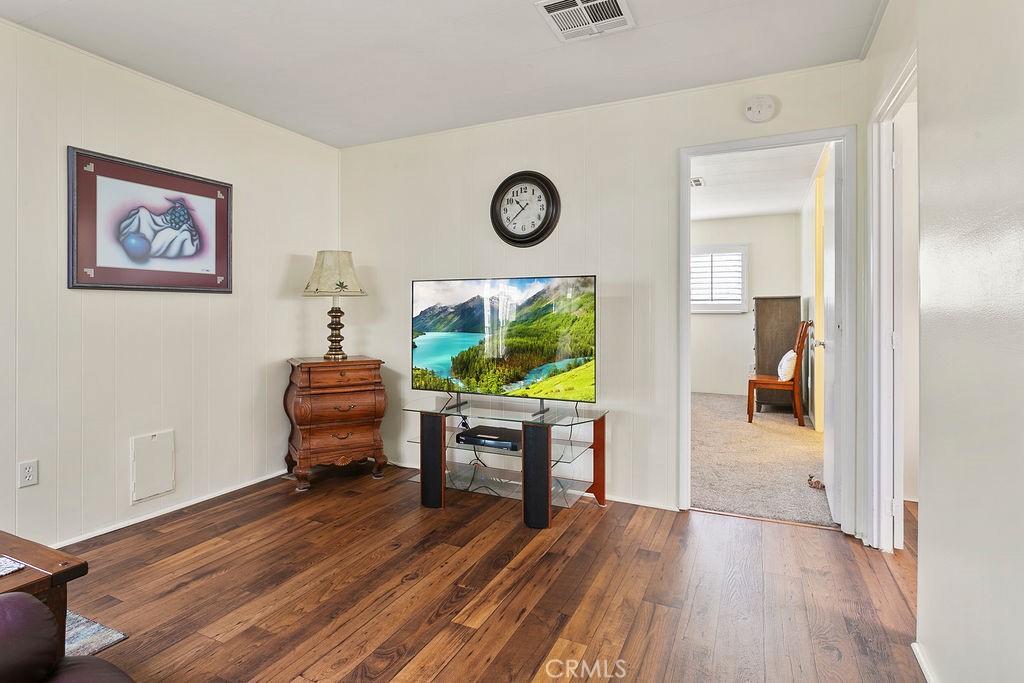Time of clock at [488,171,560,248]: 10:37
